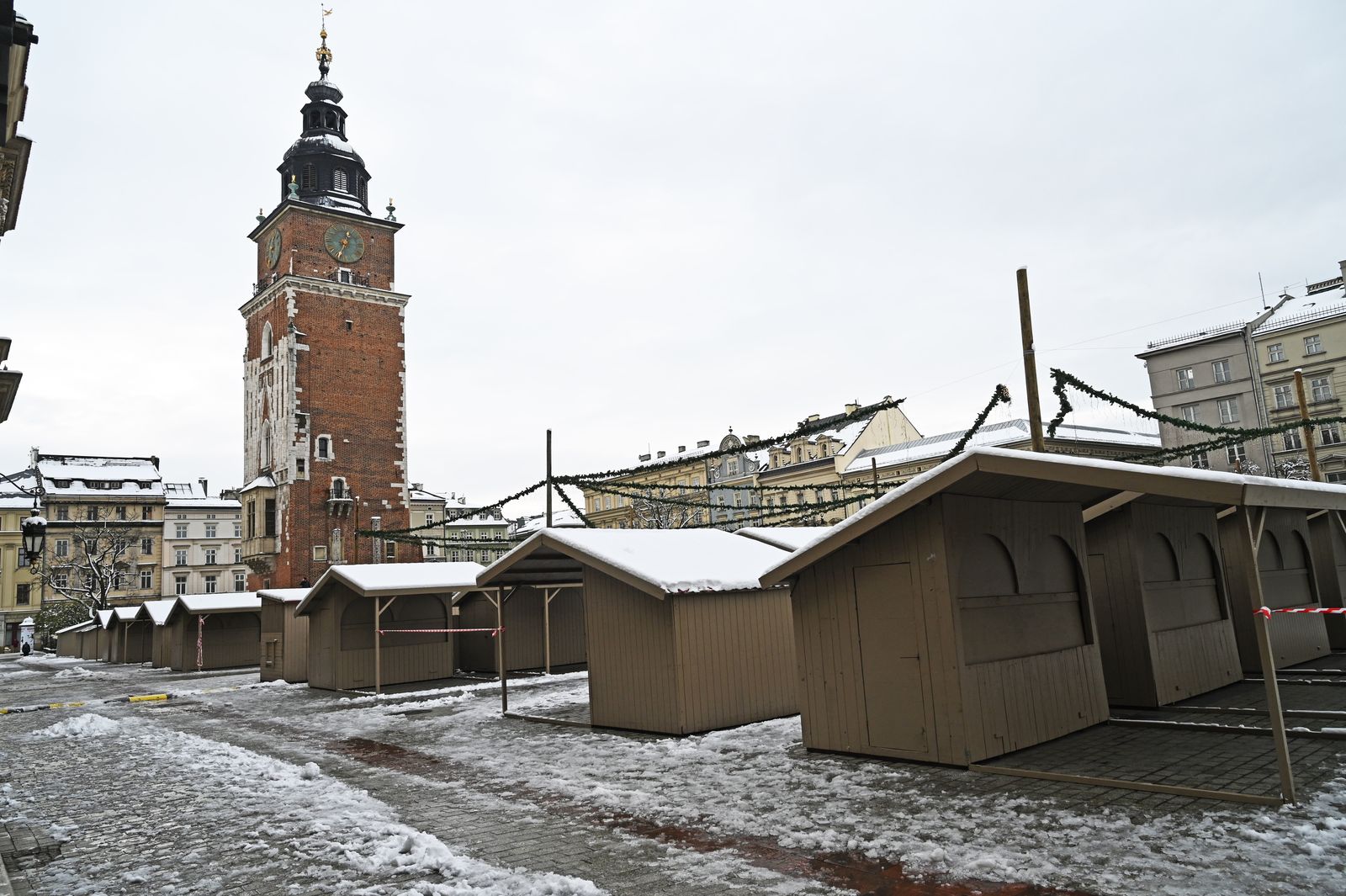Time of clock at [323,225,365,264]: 12:34
